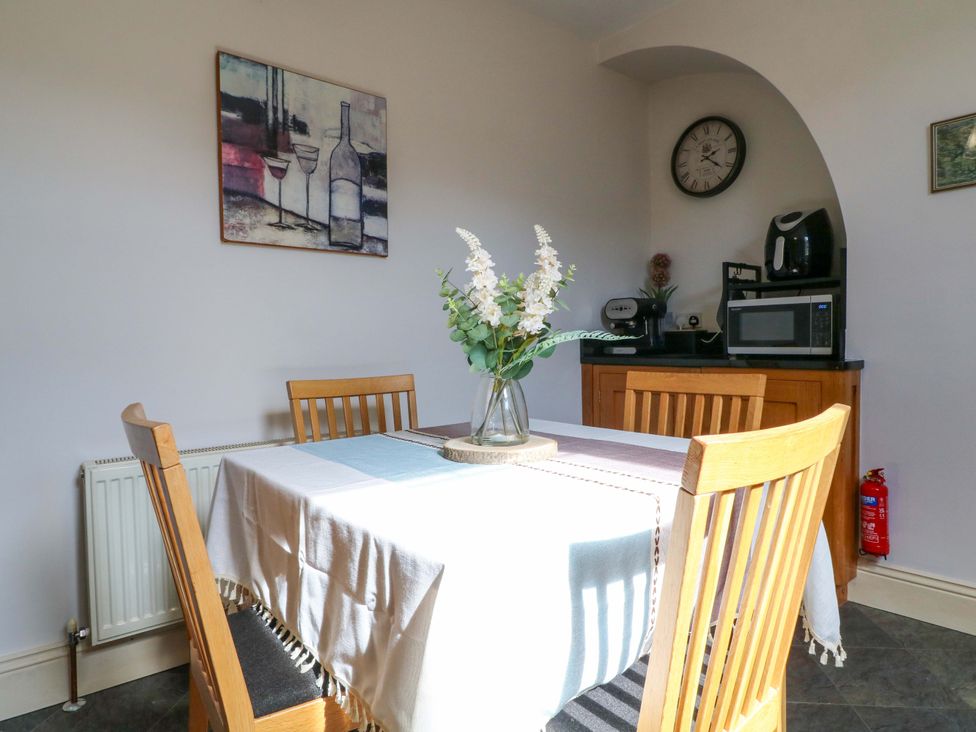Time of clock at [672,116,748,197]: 2:21
